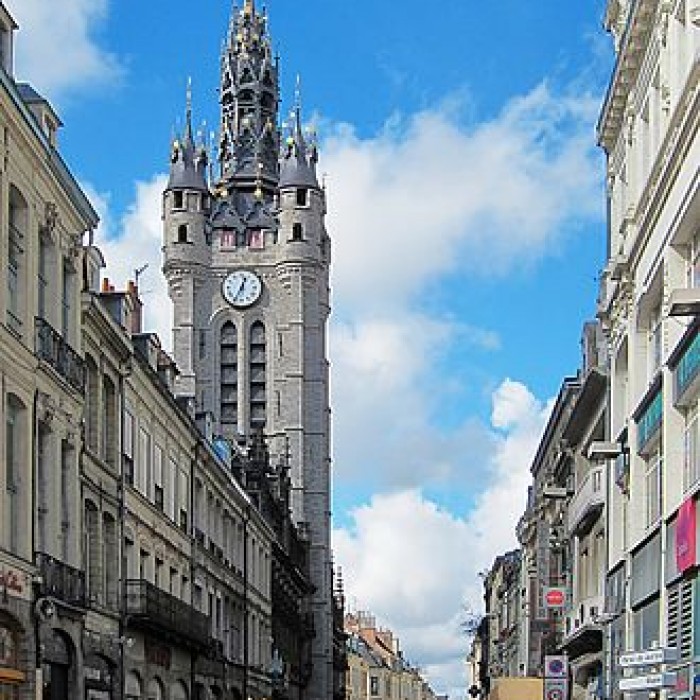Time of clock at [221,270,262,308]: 12:34
